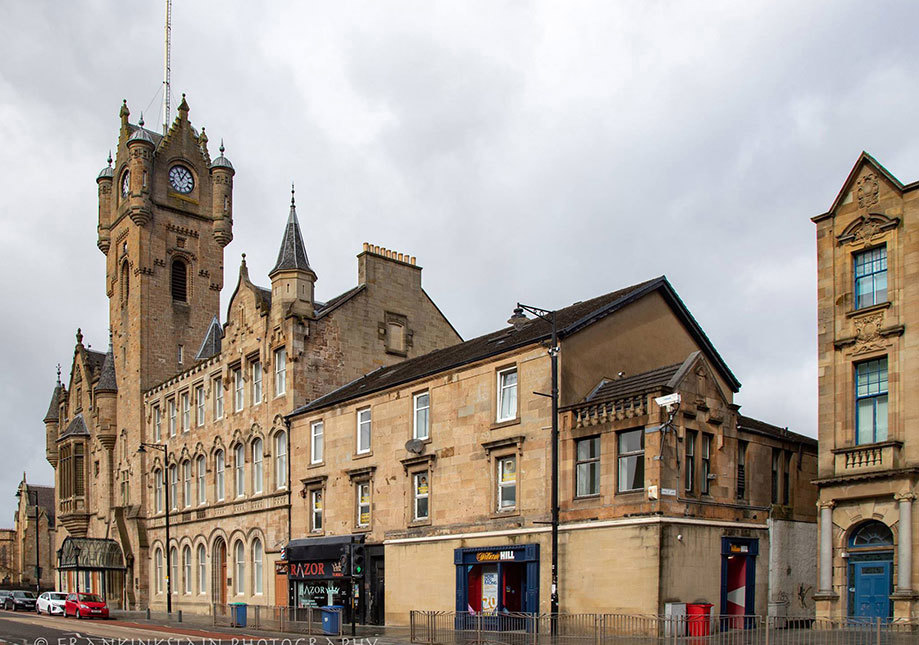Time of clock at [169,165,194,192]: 11:04
